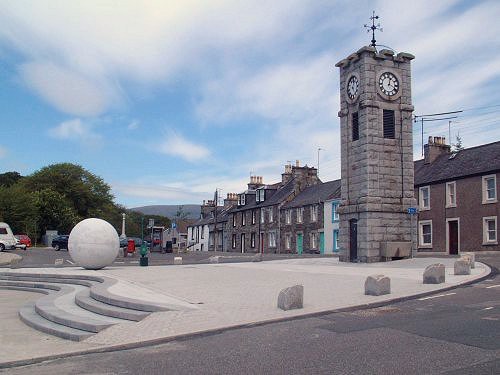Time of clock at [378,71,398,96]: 12:19
